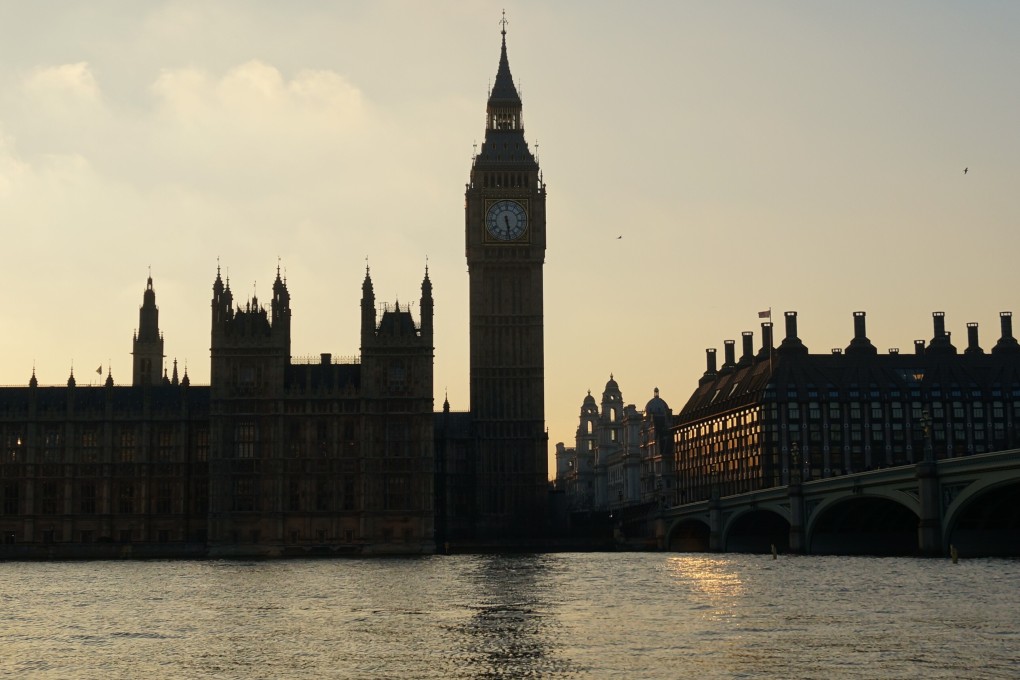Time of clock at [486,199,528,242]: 5:28
